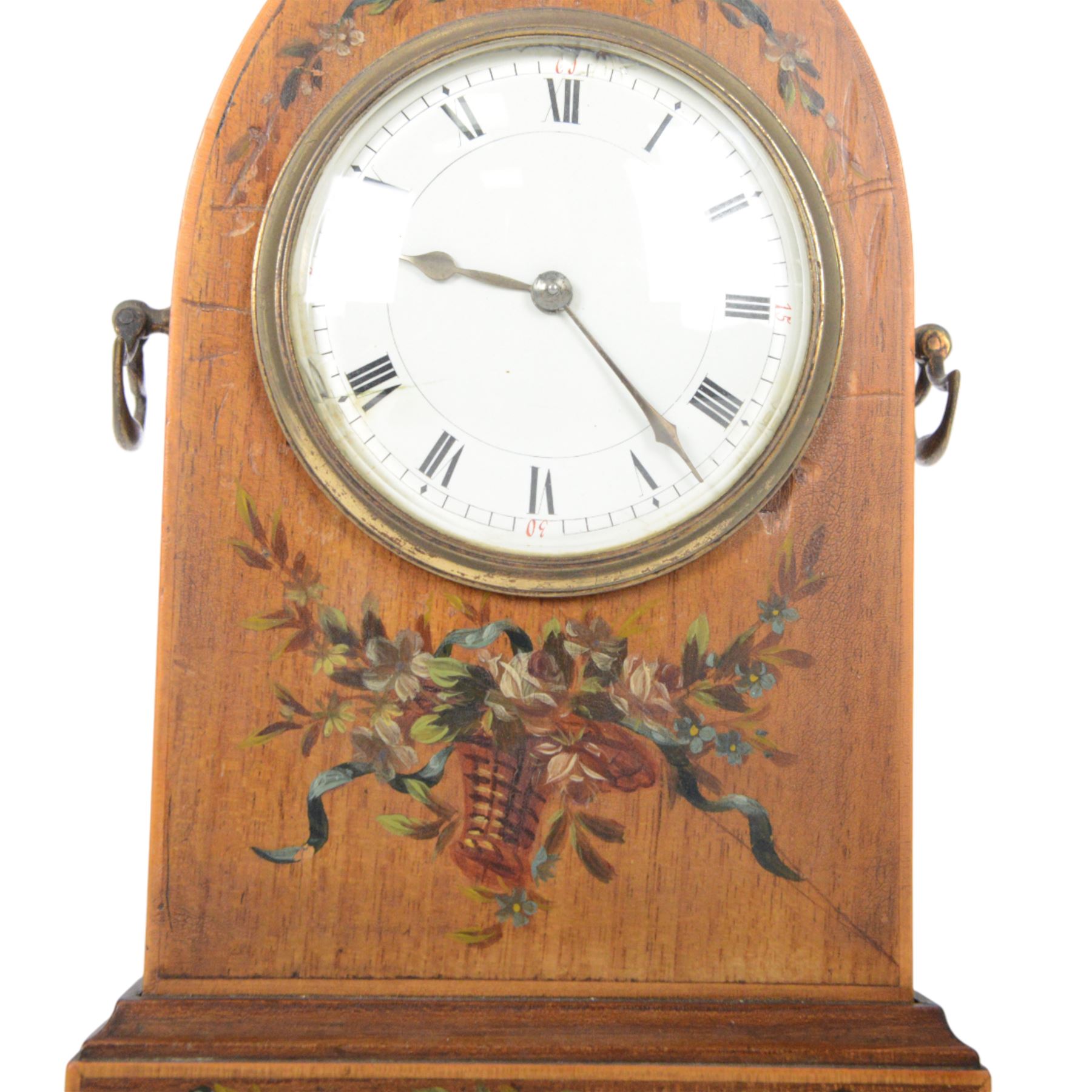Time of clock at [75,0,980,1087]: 9:22
